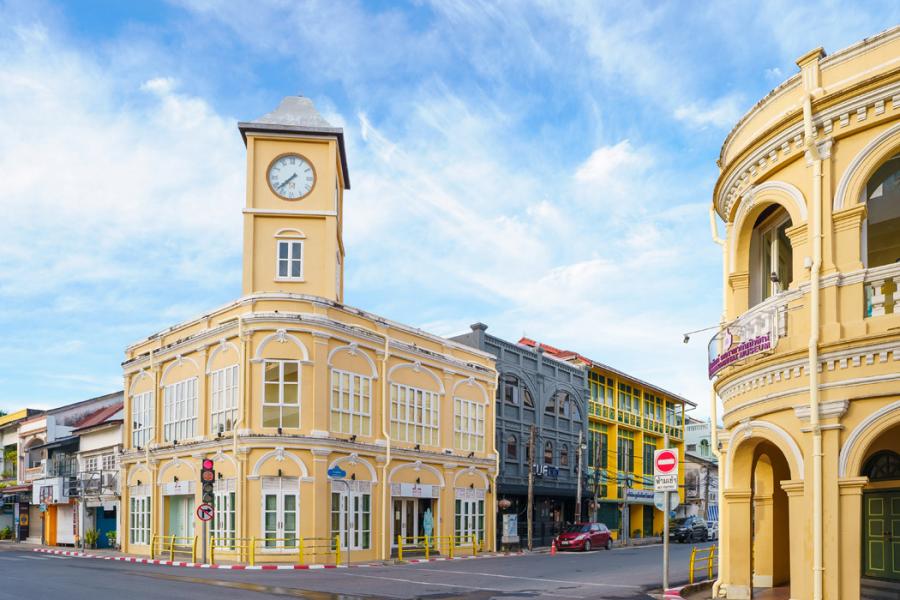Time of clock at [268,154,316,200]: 7:37
